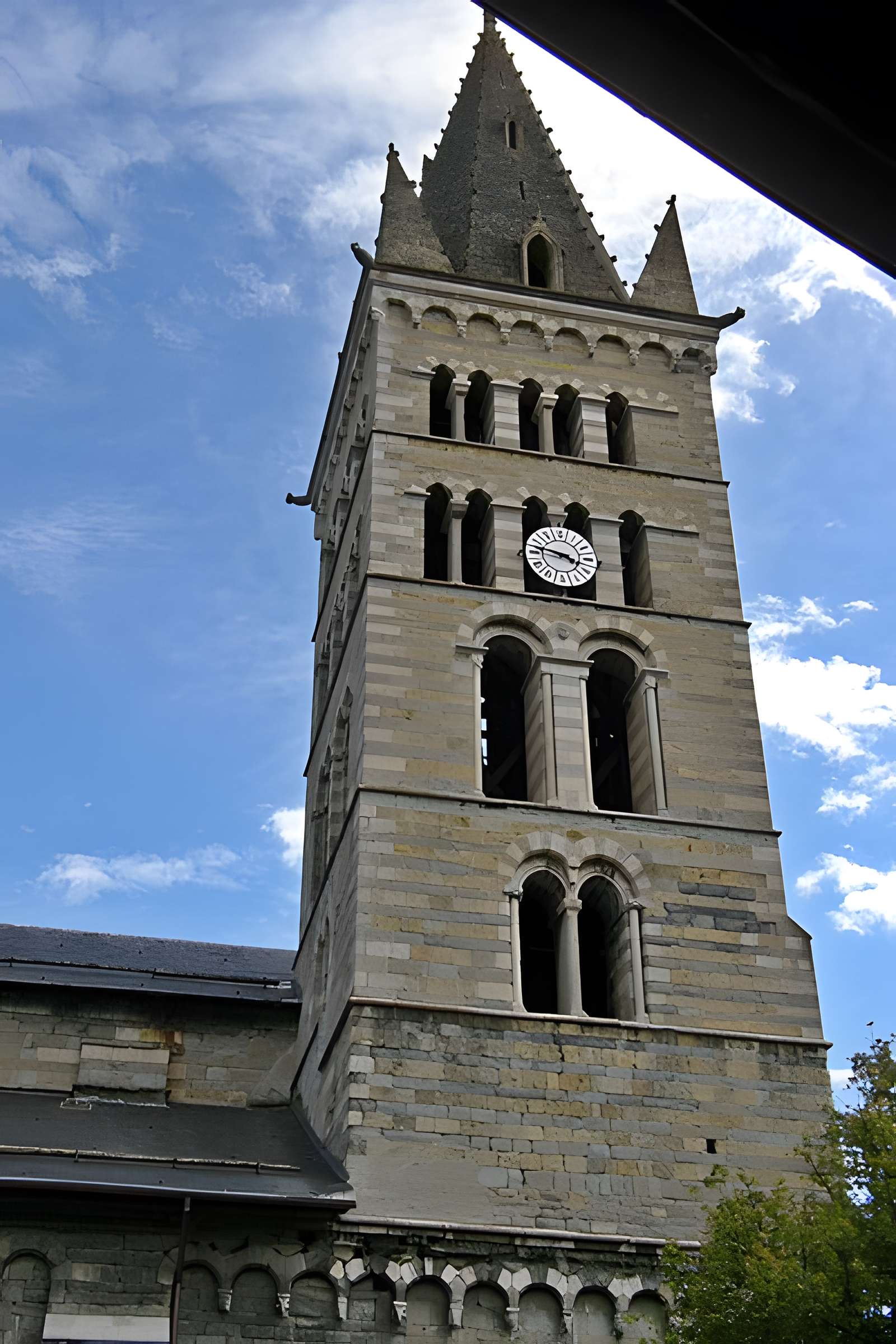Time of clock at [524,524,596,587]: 3:47
